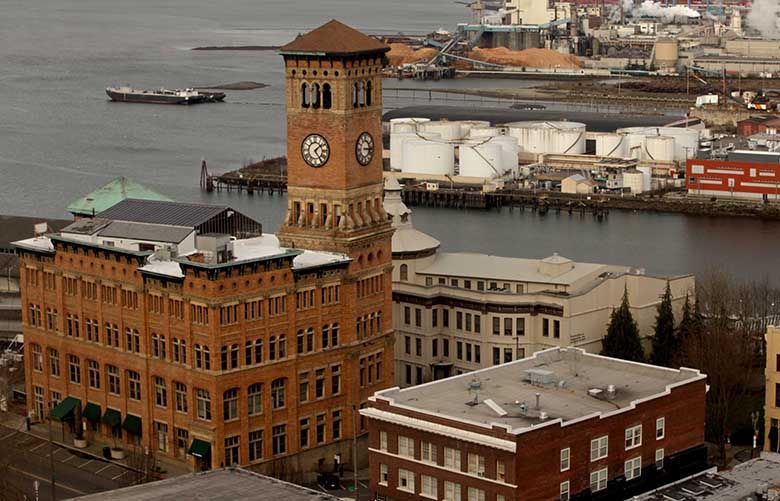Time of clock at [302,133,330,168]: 1:24
